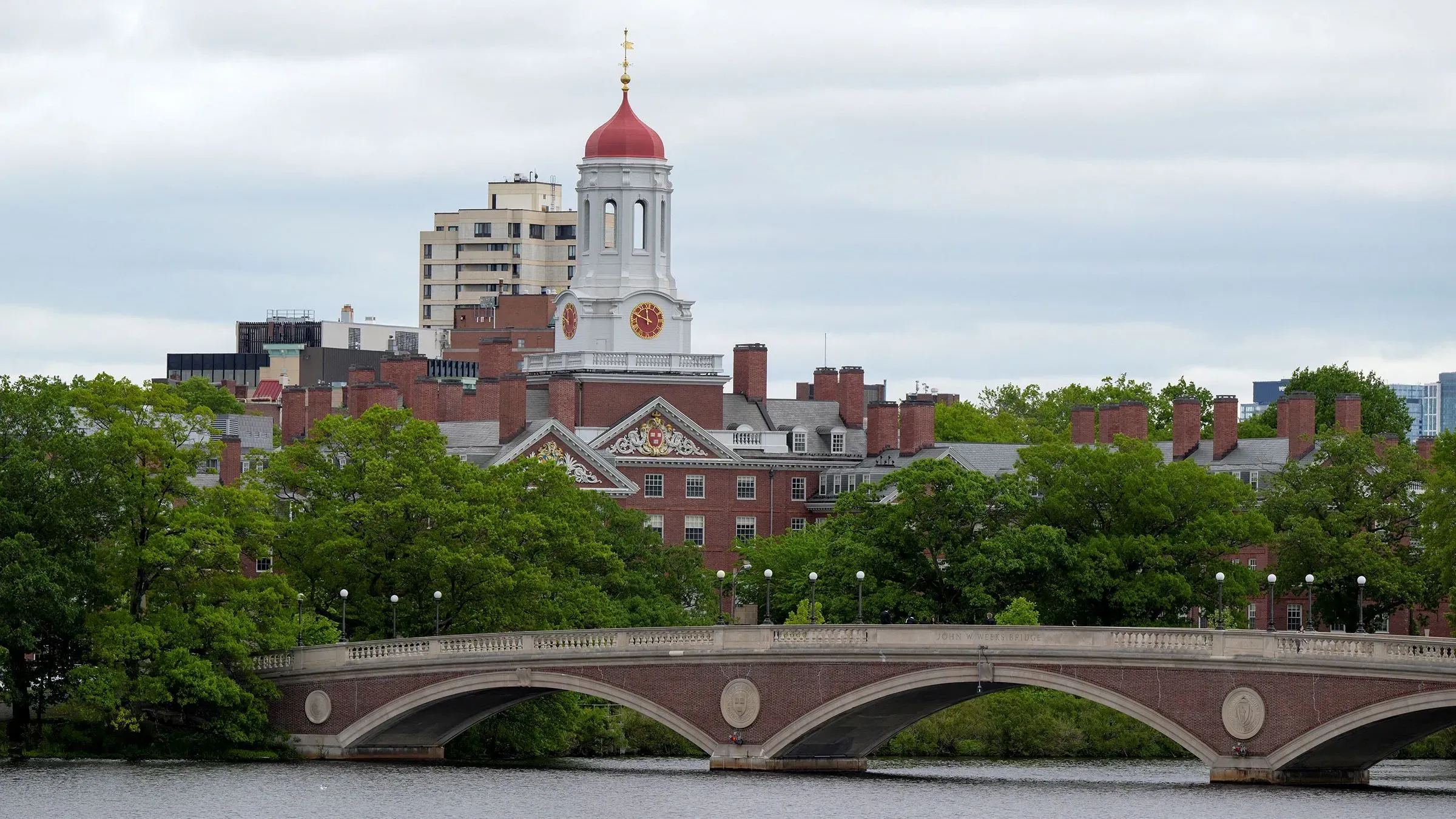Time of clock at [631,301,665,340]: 11:48
